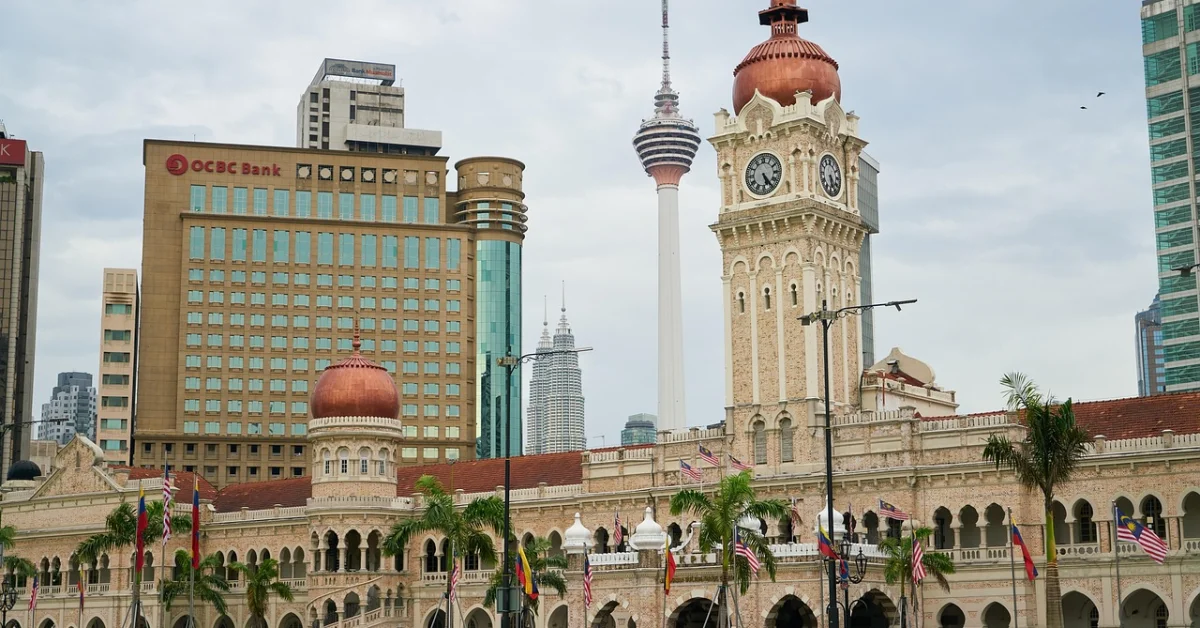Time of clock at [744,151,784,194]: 5:24
